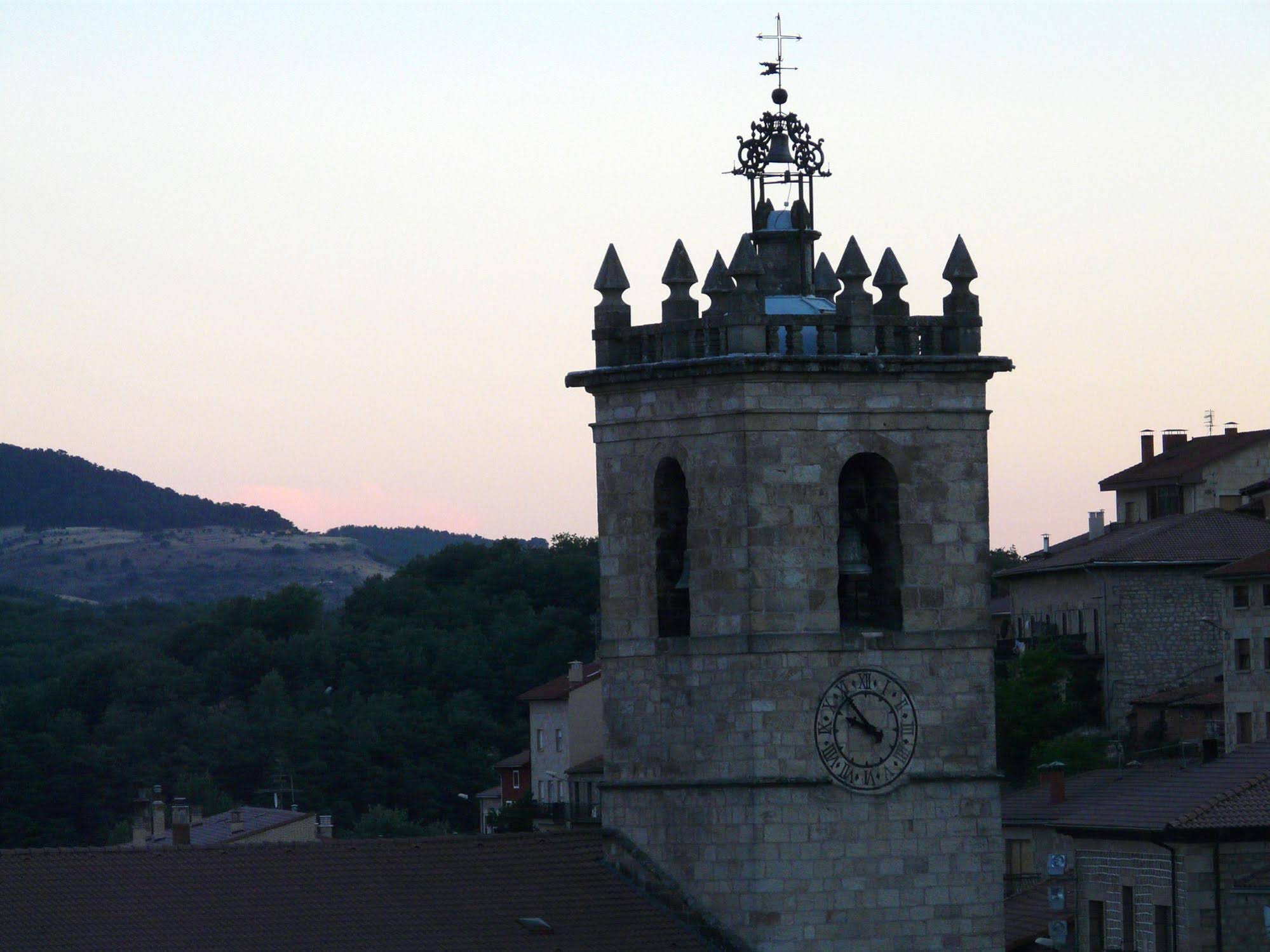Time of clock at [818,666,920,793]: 9:53
